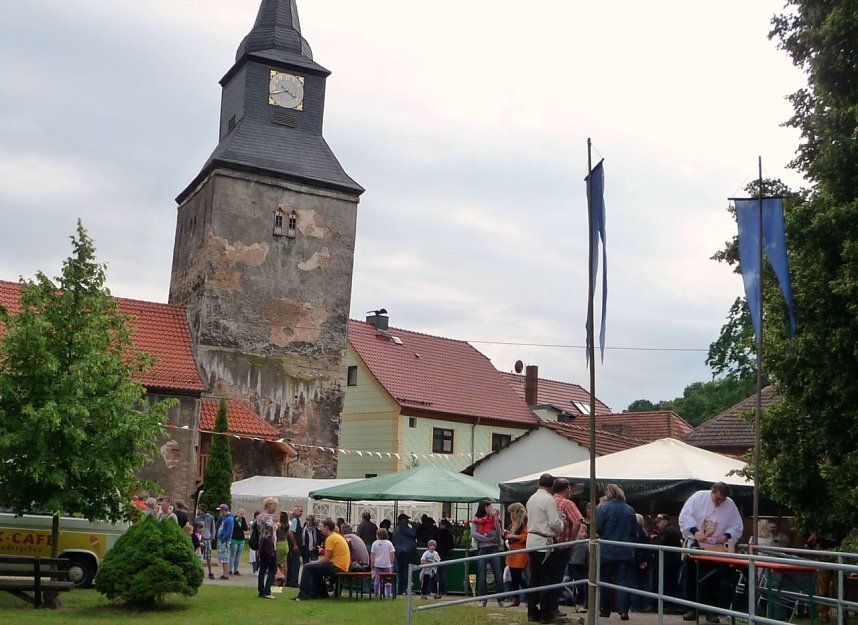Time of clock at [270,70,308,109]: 3:40
